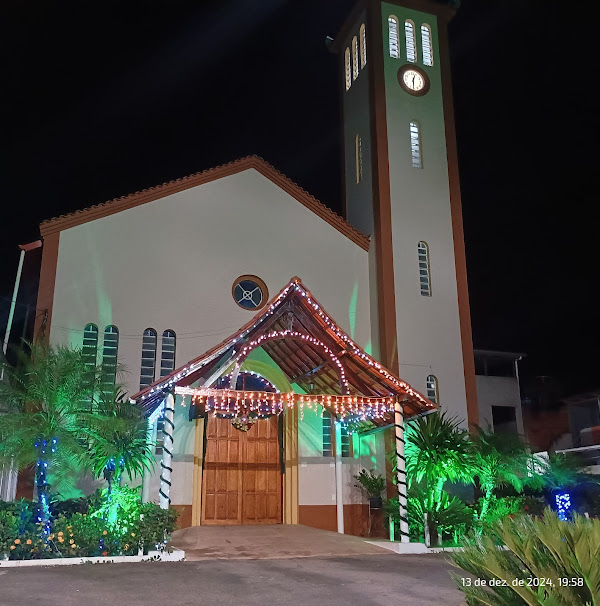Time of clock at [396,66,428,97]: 12:30
